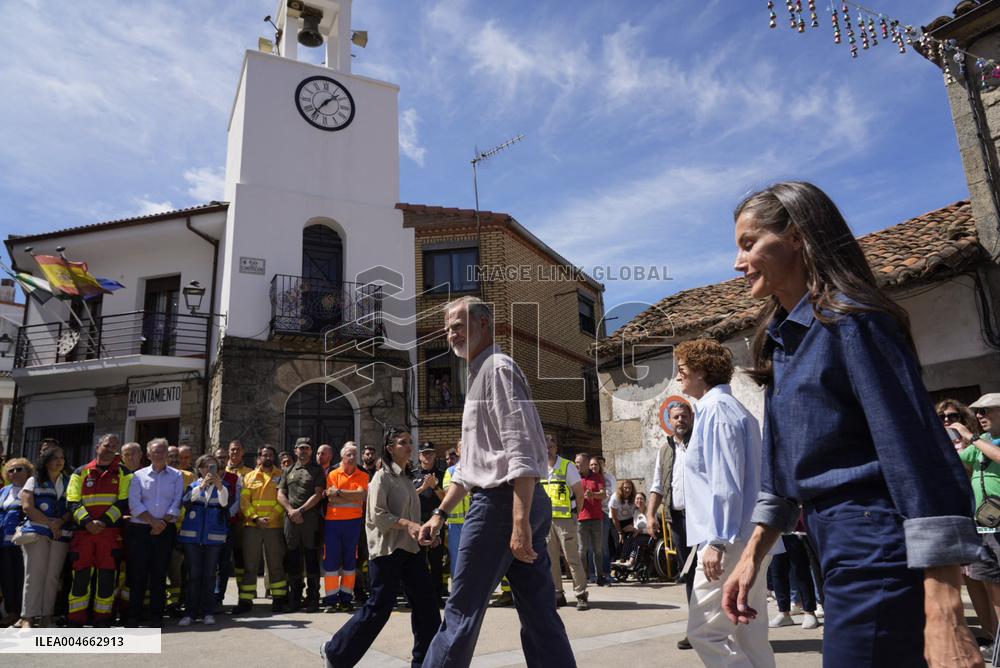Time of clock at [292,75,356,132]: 1:36
